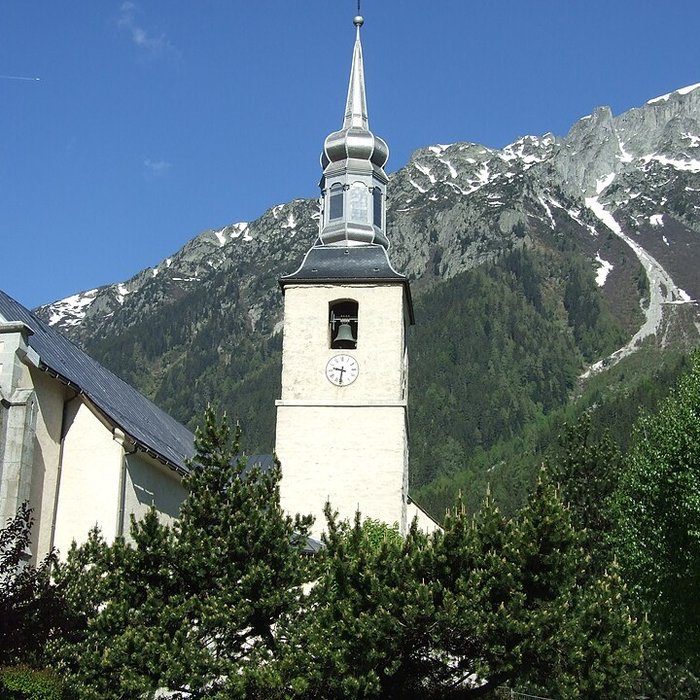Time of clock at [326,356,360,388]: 9:31
